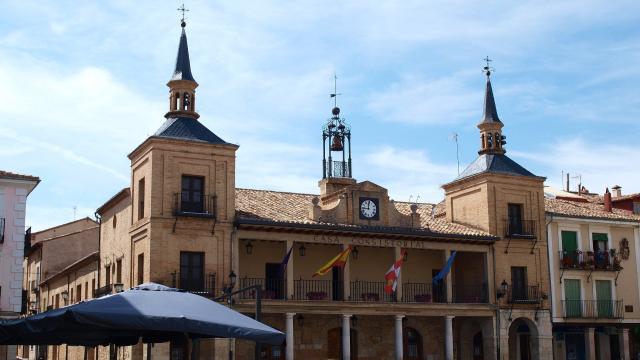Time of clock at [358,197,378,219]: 11:44
